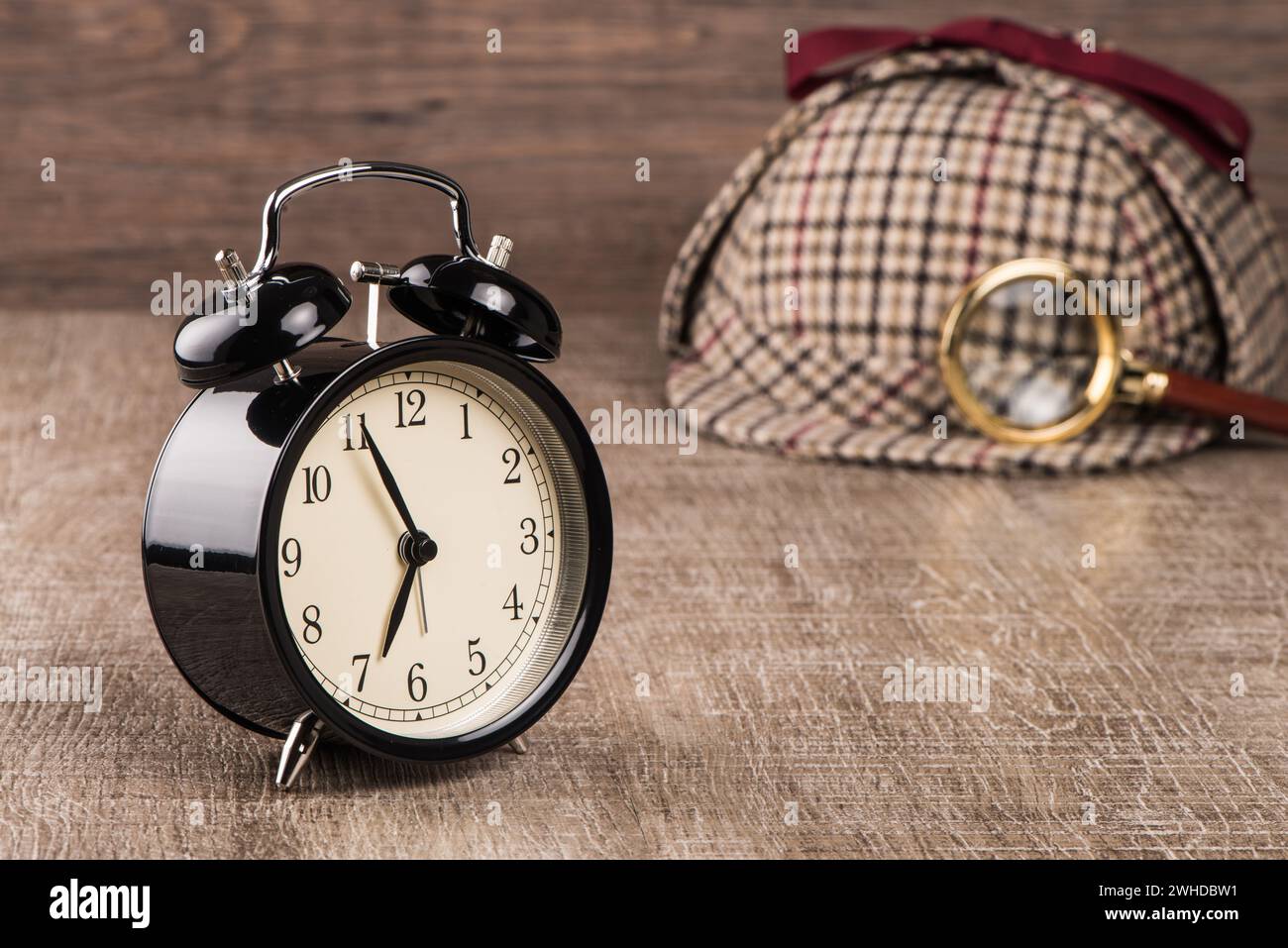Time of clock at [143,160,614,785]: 6:55
